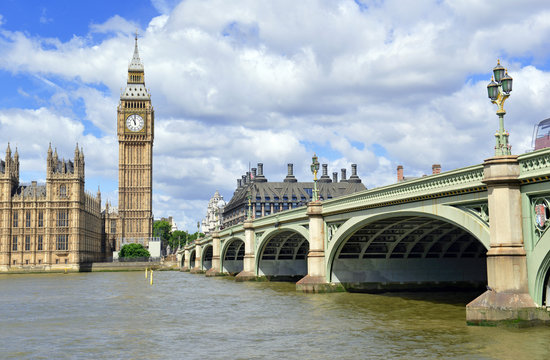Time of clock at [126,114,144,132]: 11:00
